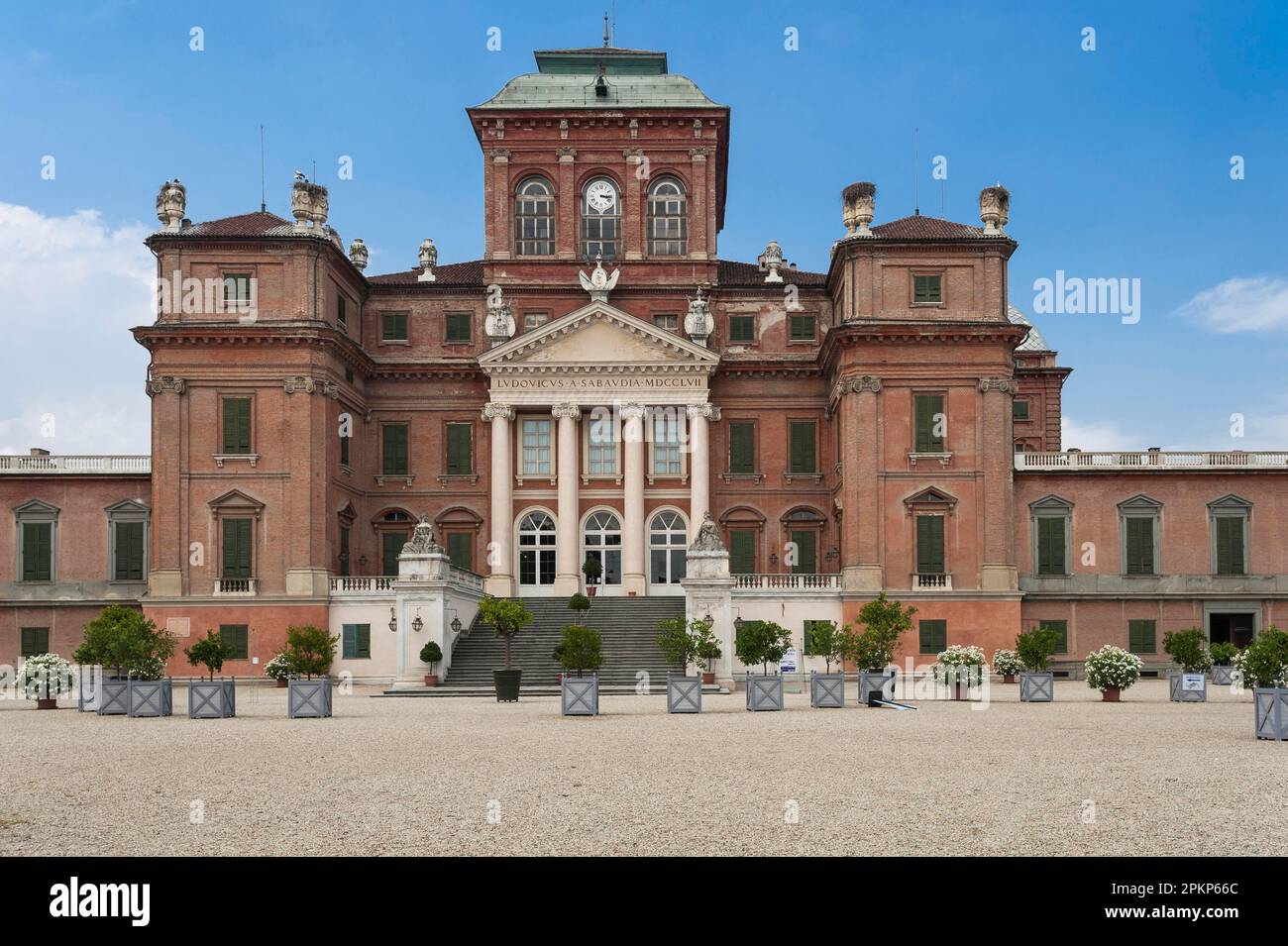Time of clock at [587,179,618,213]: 3:16
